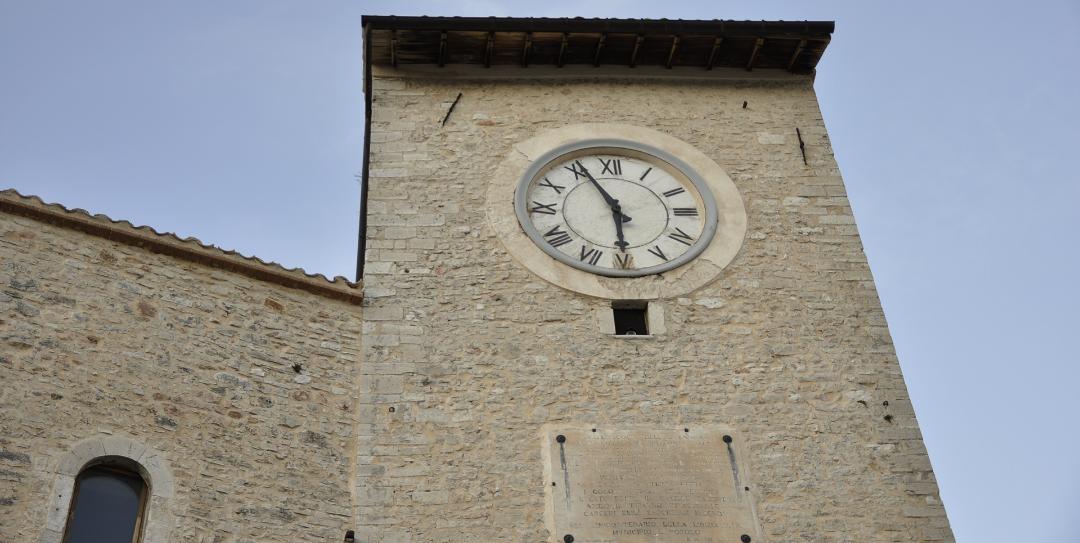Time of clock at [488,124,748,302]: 5:55
